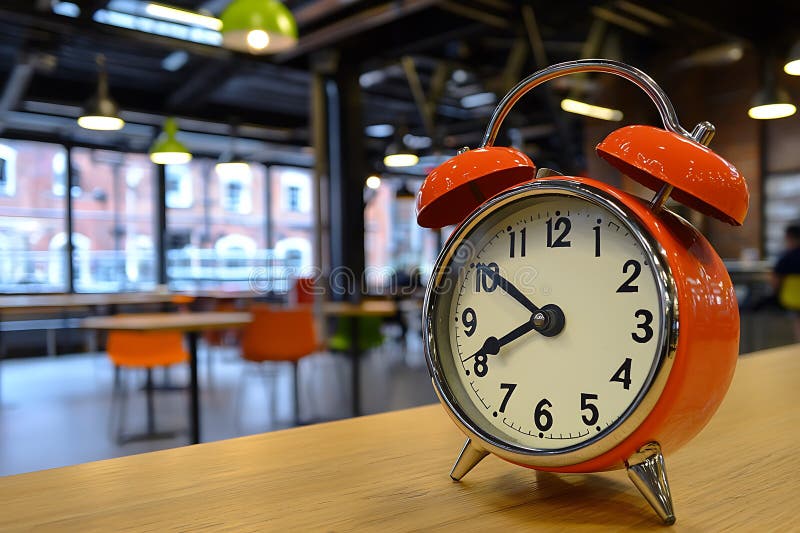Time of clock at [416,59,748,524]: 7:50
